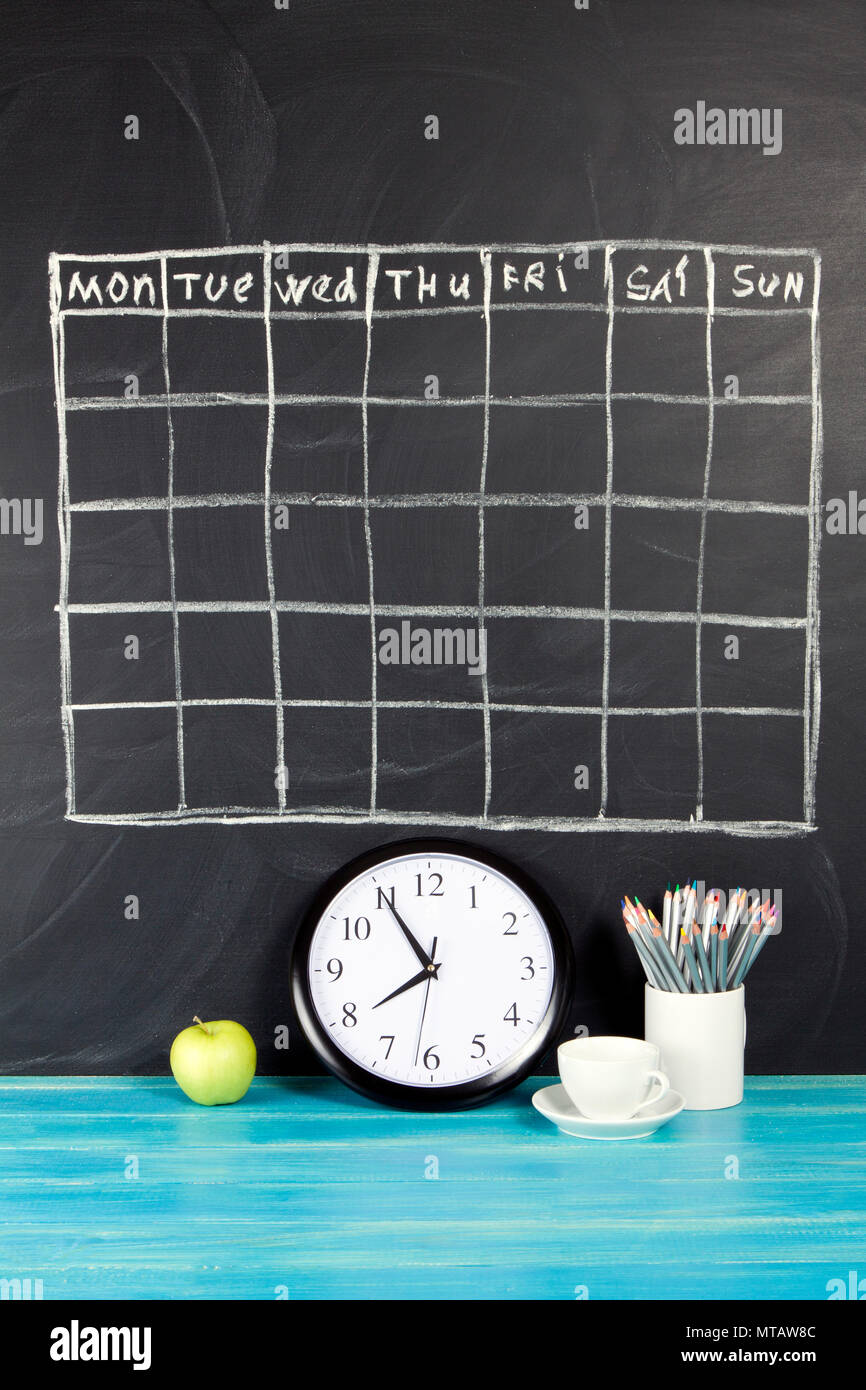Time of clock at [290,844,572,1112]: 7:54
